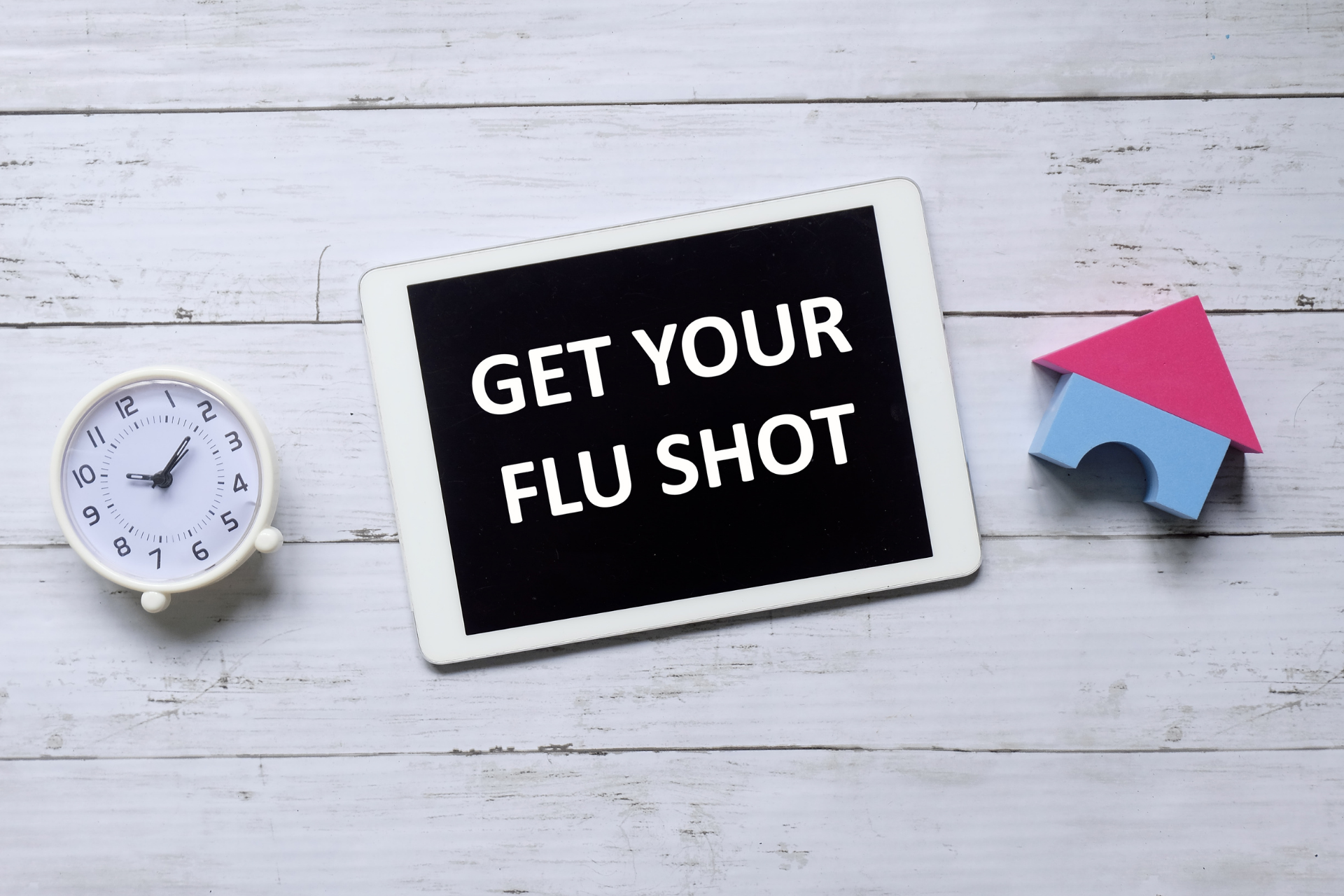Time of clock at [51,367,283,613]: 9:10
